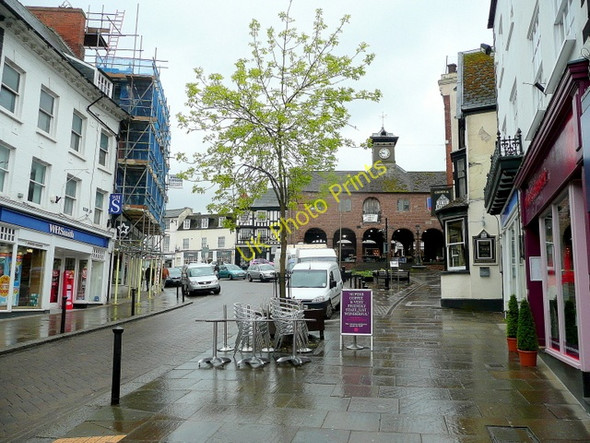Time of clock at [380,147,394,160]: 9:43
